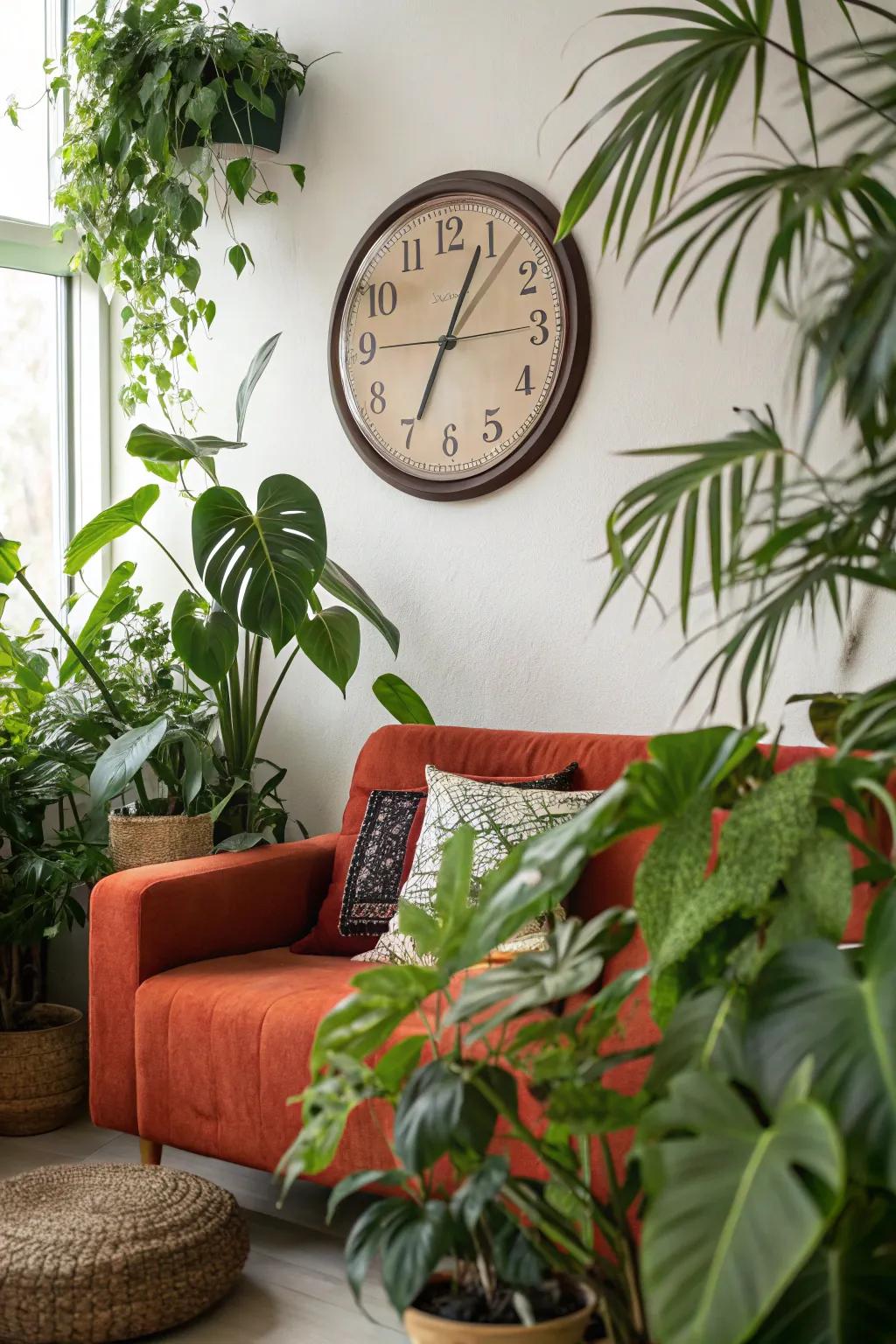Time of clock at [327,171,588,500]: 7:04
